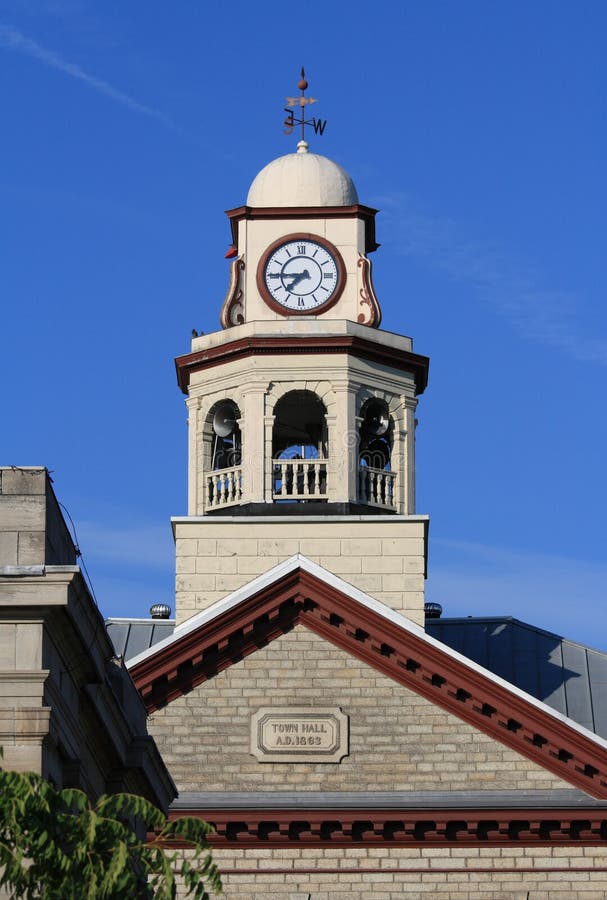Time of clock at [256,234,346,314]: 7:44
